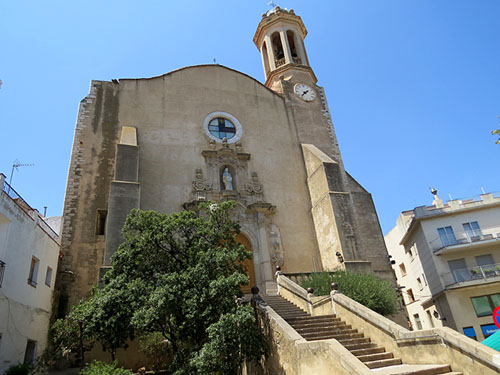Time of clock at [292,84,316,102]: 1:36
